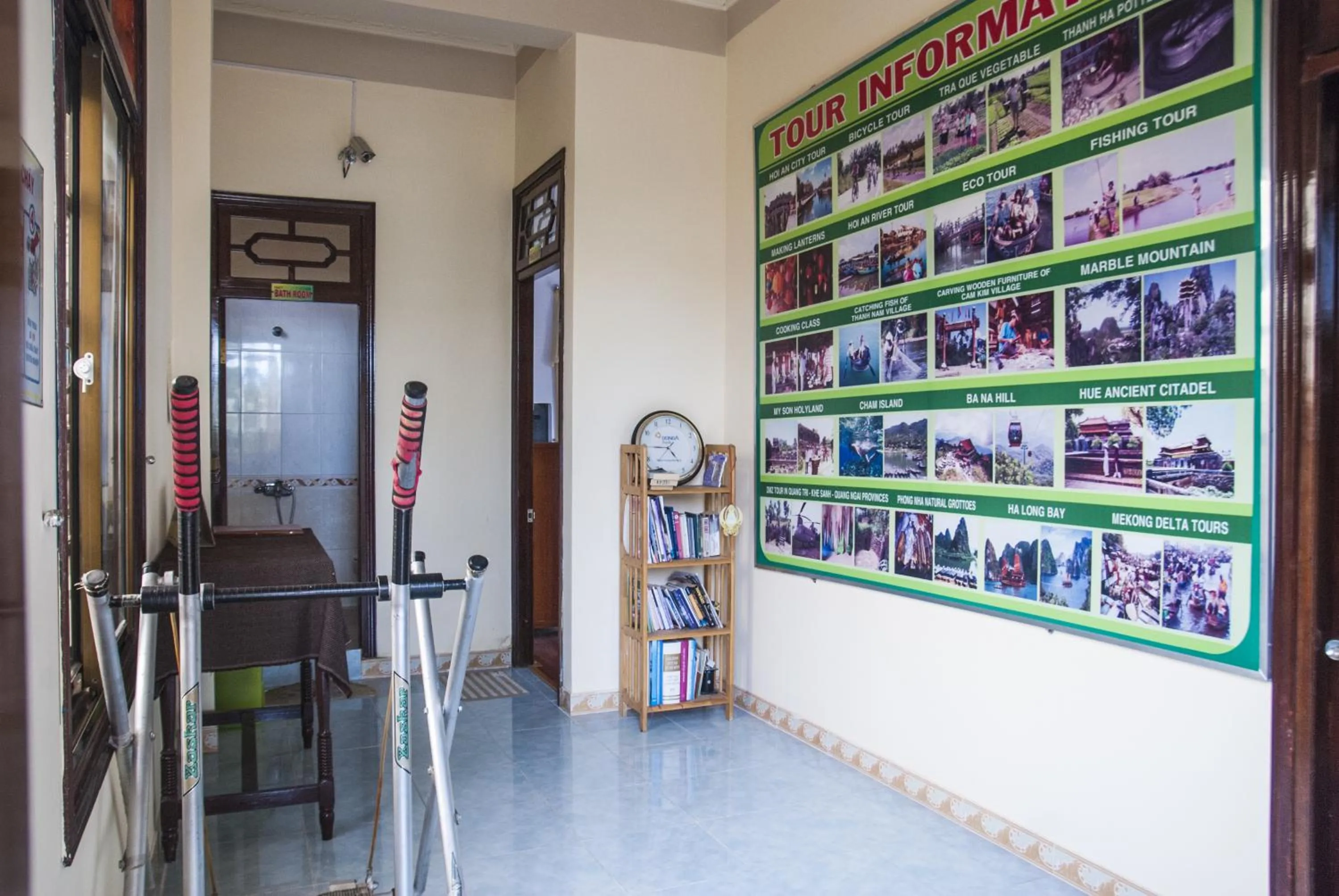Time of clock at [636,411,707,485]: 4:44
